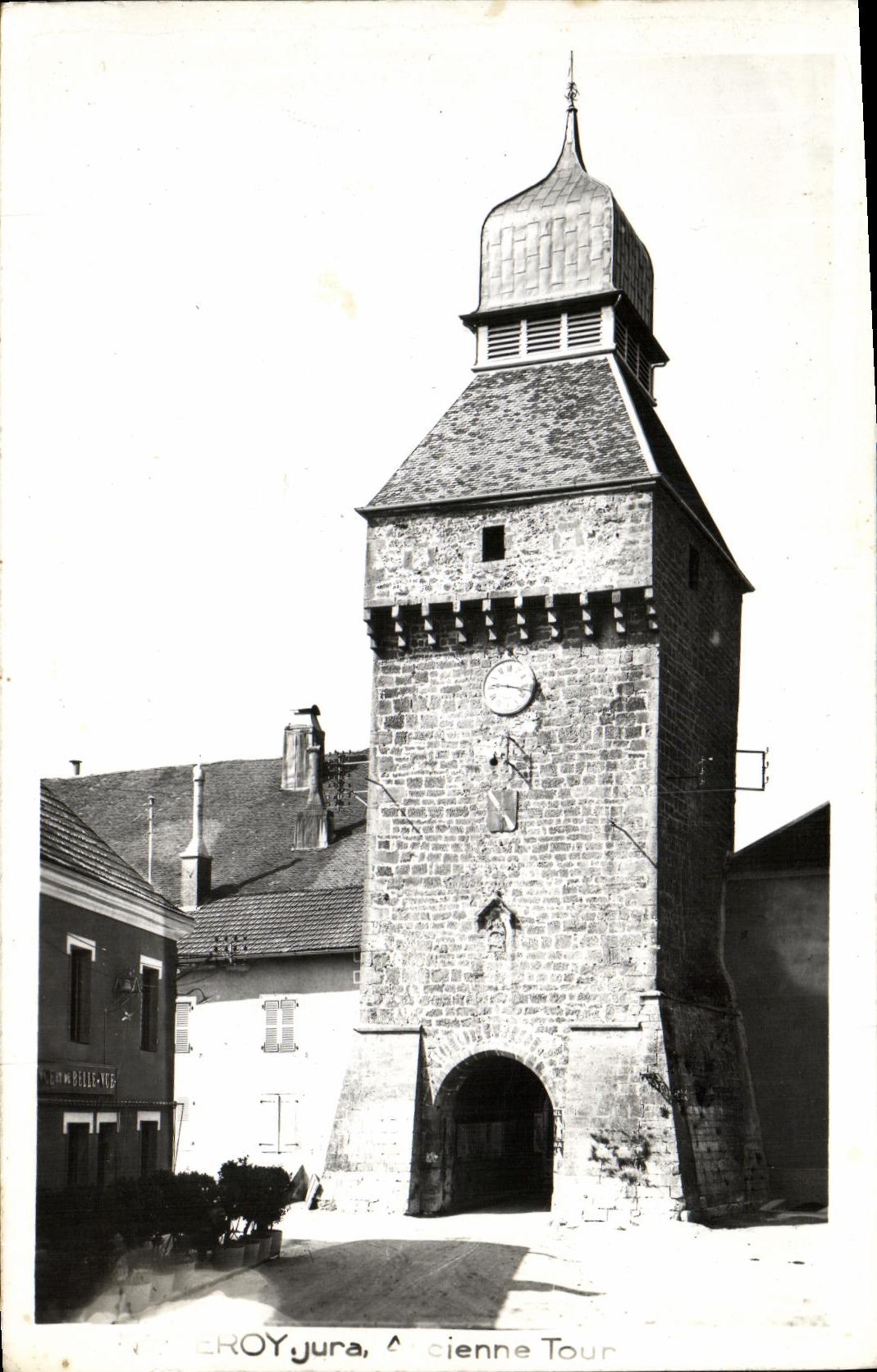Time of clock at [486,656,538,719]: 9:17
